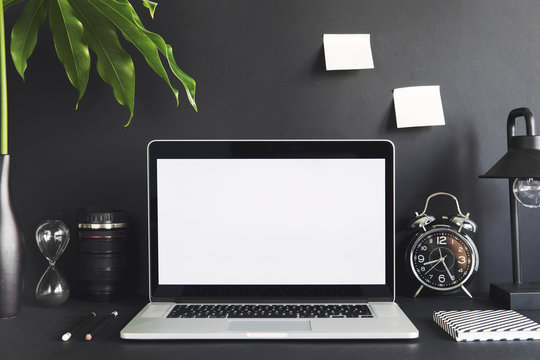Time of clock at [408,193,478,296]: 8:25
